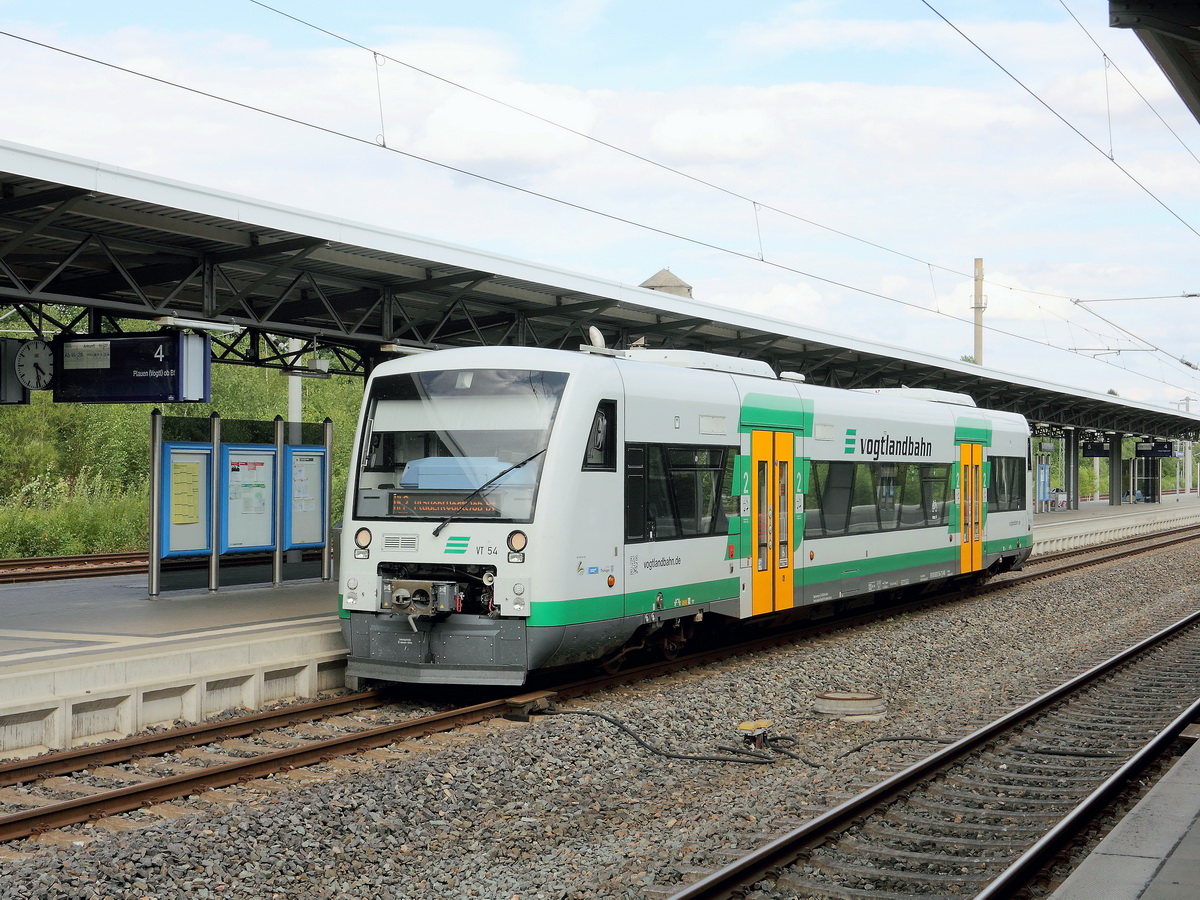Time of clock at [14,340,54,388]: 4:28
